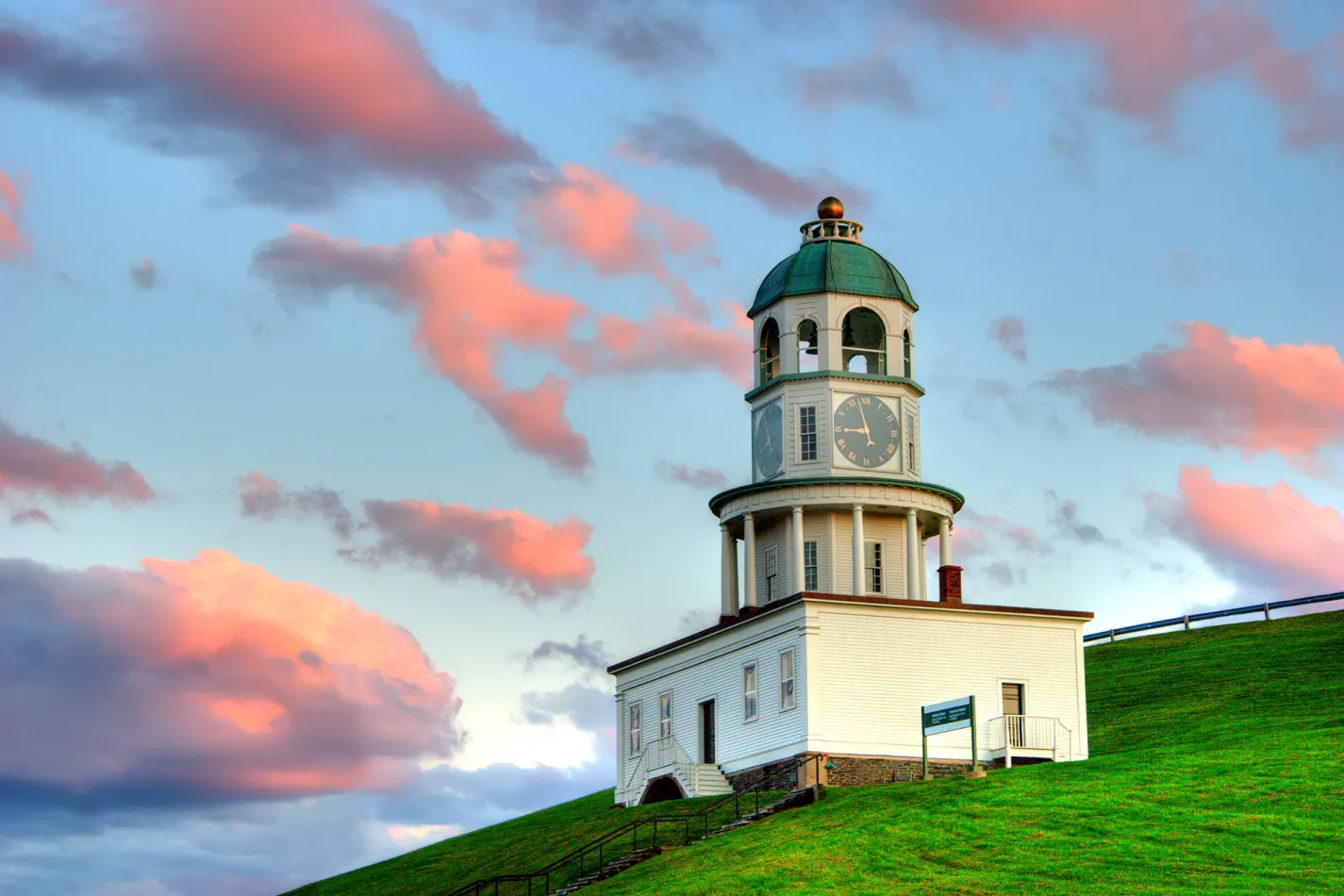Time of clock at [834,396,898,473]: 8:57
